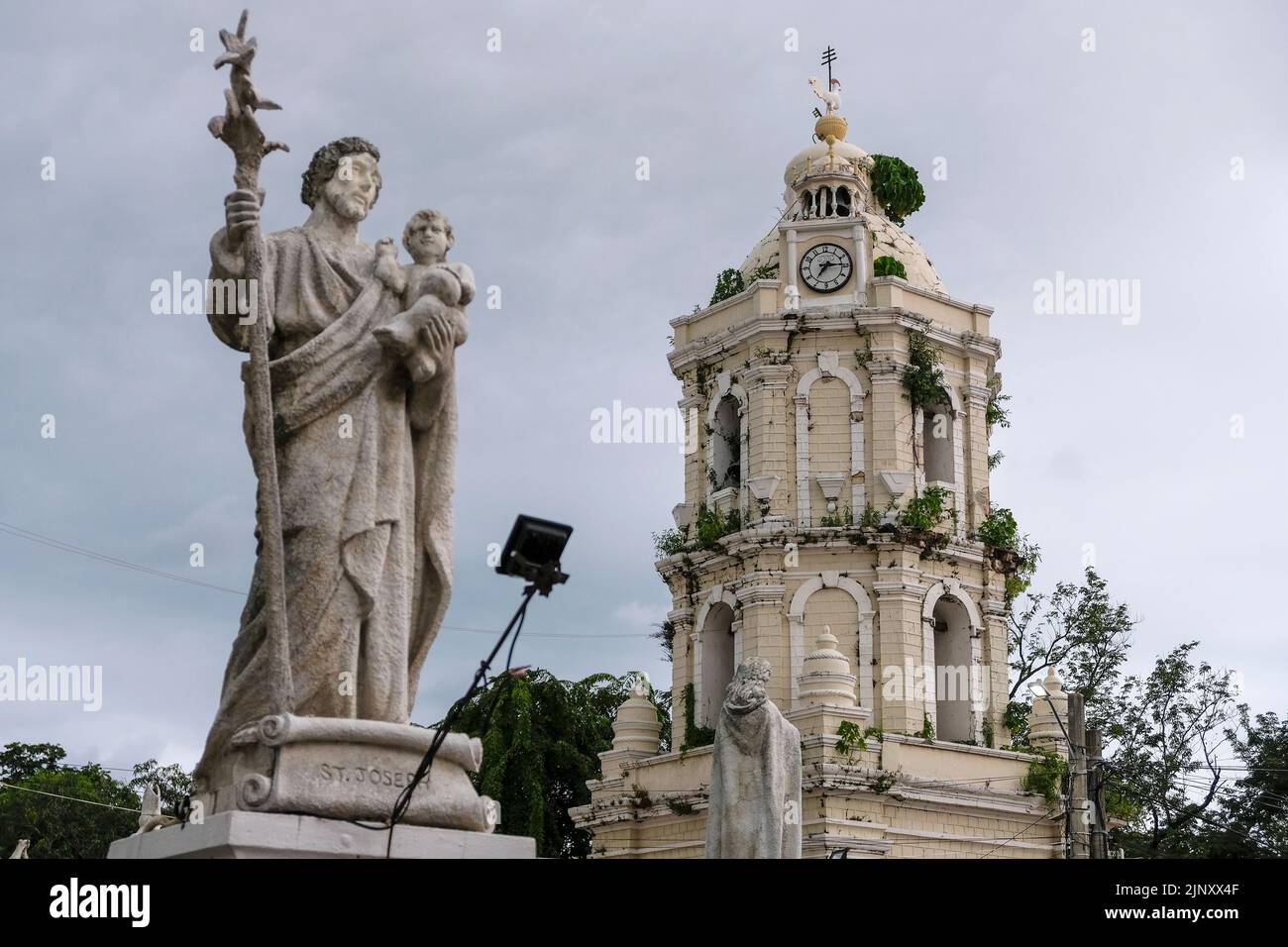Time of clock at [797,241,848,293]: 7:14
